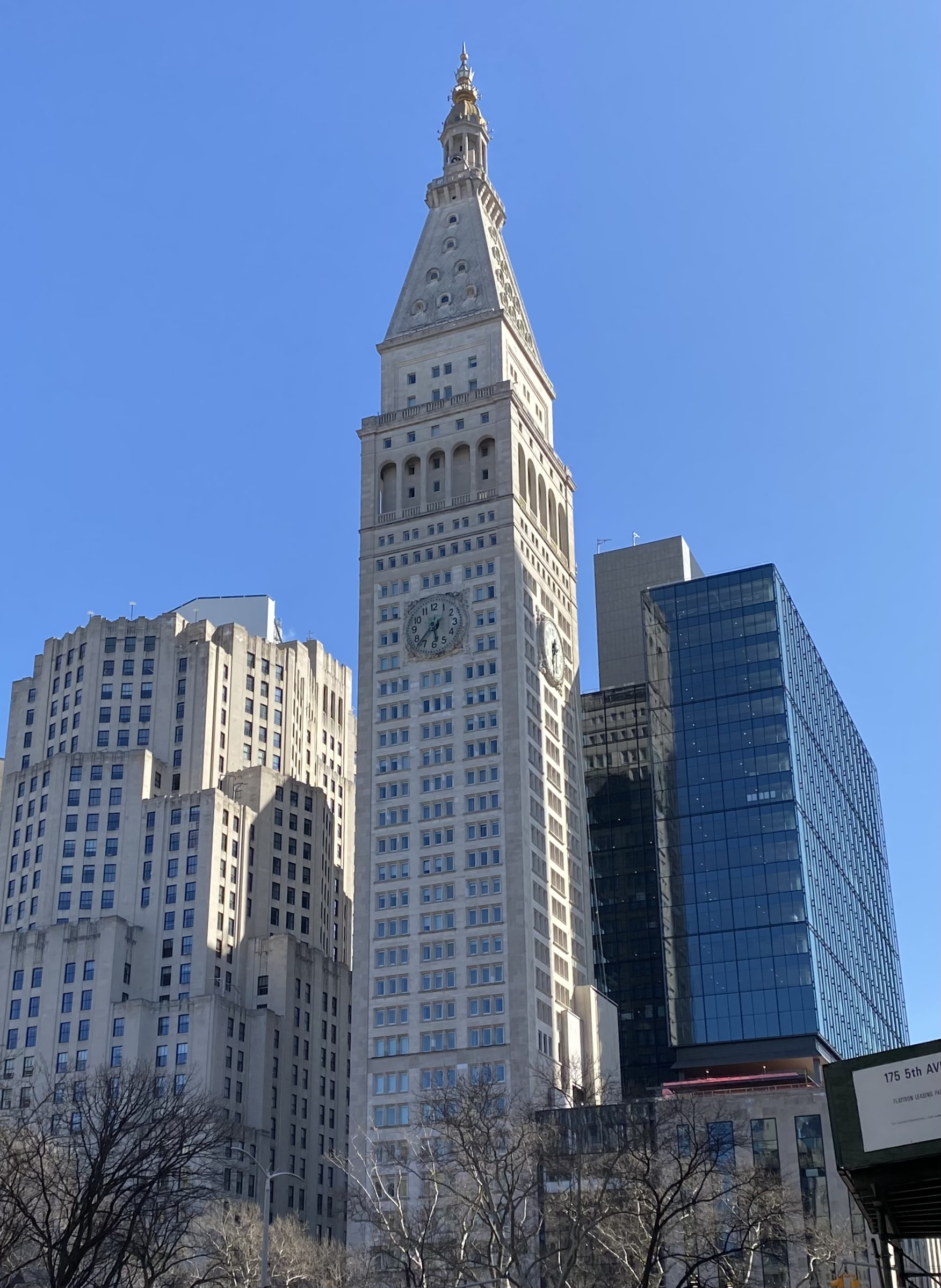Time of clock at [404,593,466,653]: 5:36
